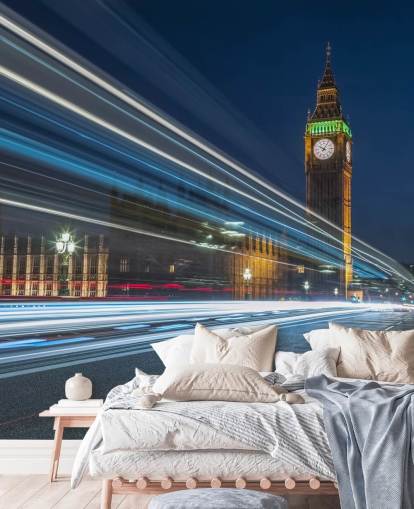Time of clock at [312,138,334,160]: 10:05
